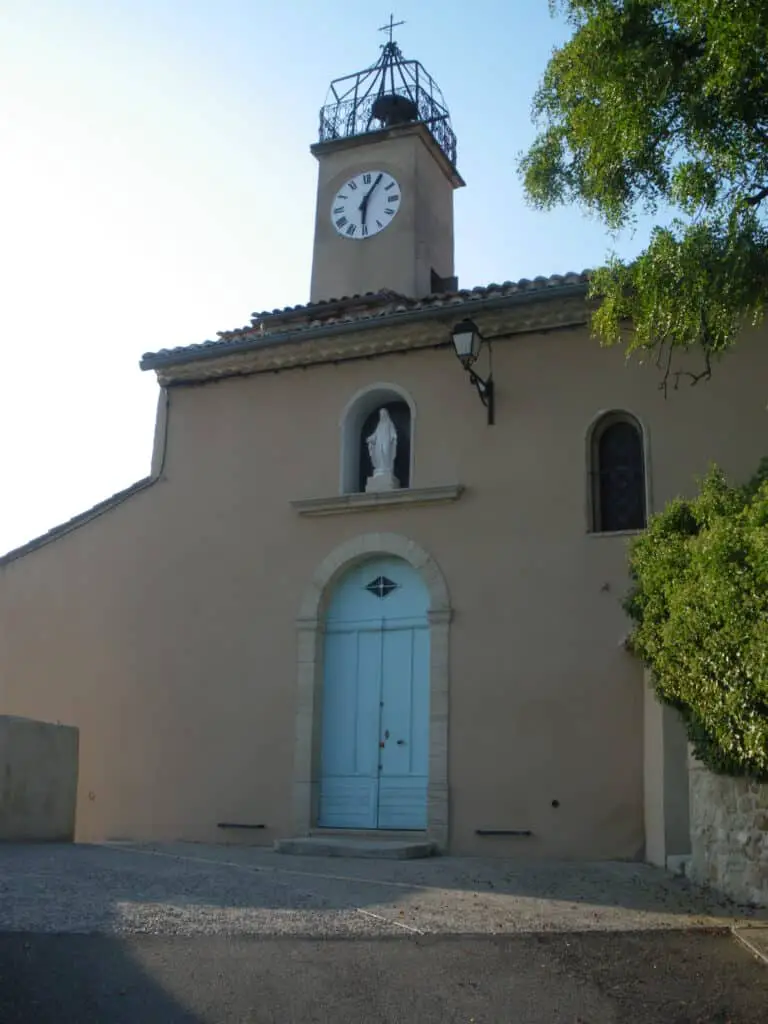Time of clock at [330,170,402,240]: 6:05
